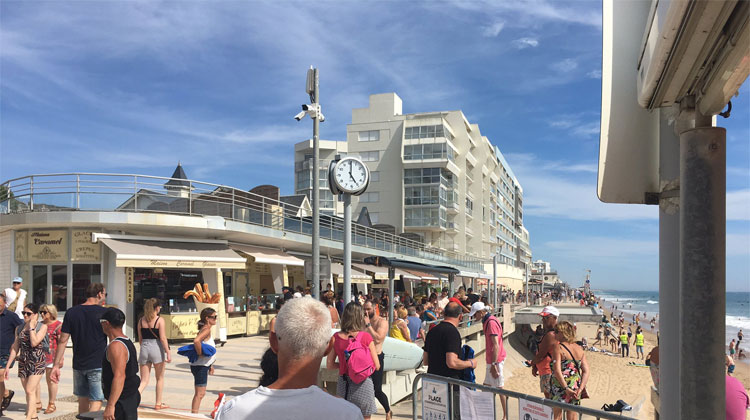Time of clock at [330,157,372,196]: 5:01
